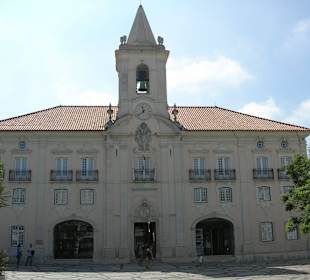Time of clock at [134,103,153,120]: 11:38
